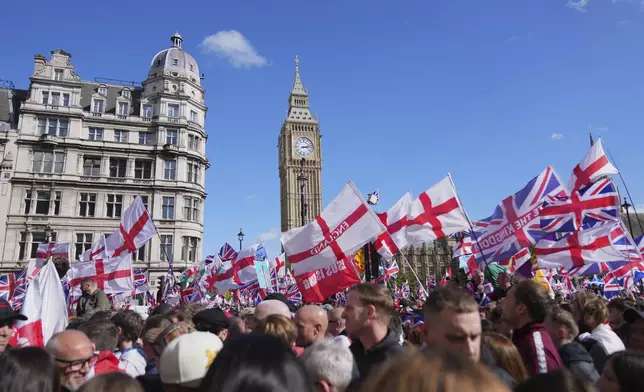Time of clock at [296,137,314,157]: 3:12
